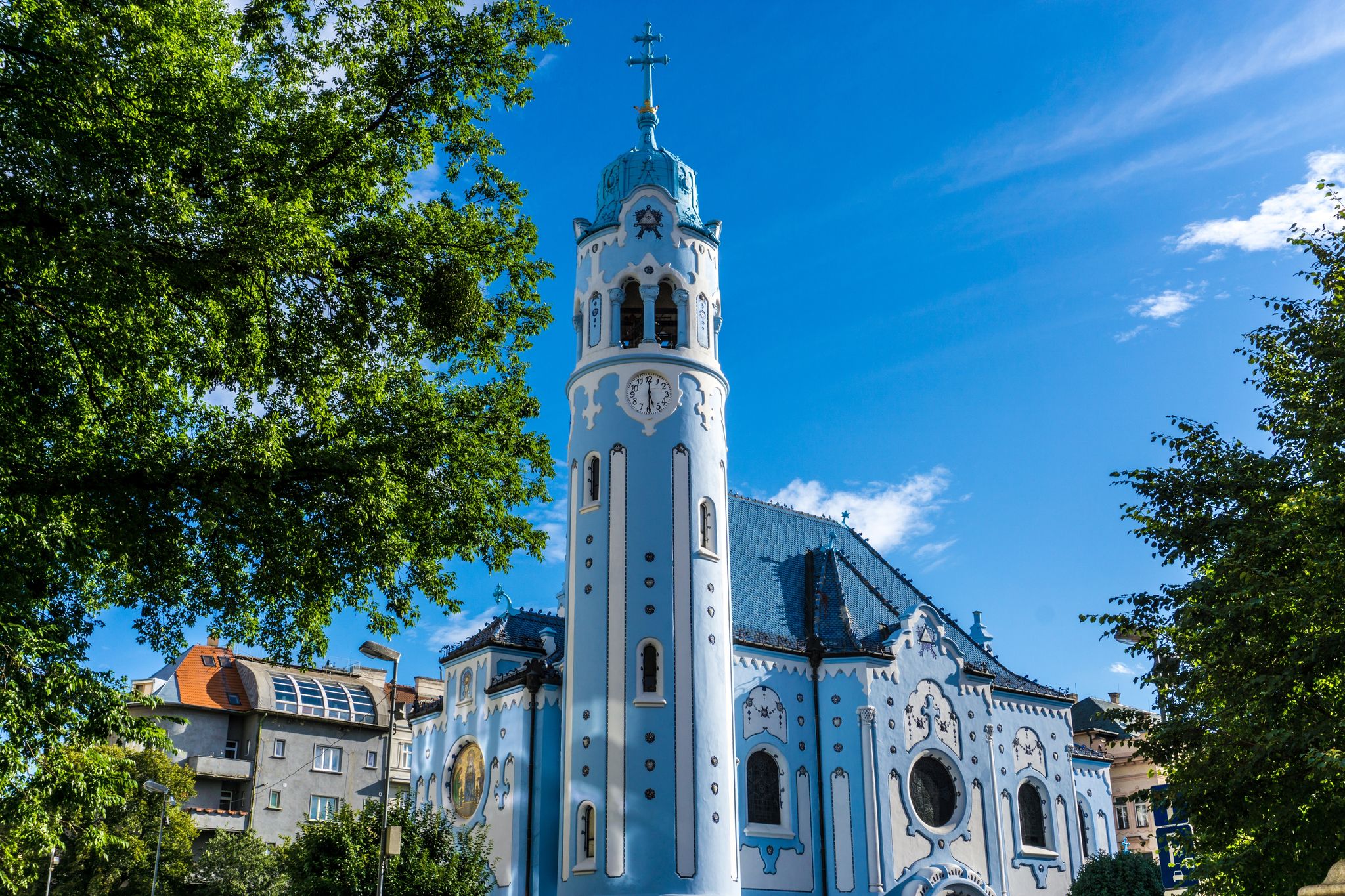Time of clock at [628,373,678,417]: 5:29
